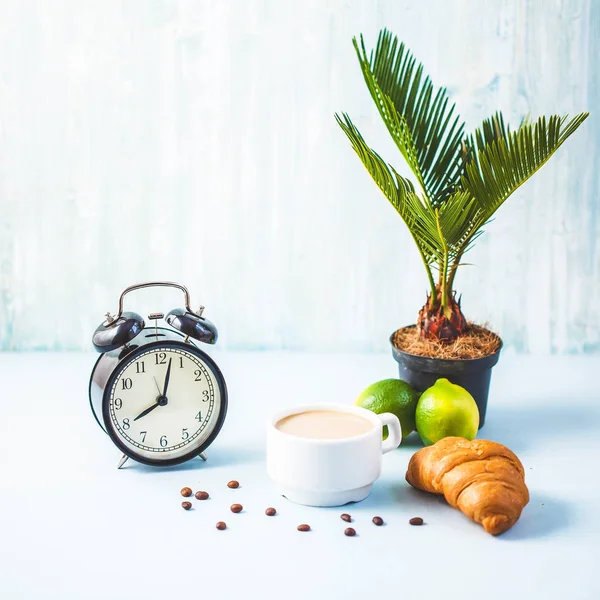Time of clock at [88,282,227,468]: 8:02
